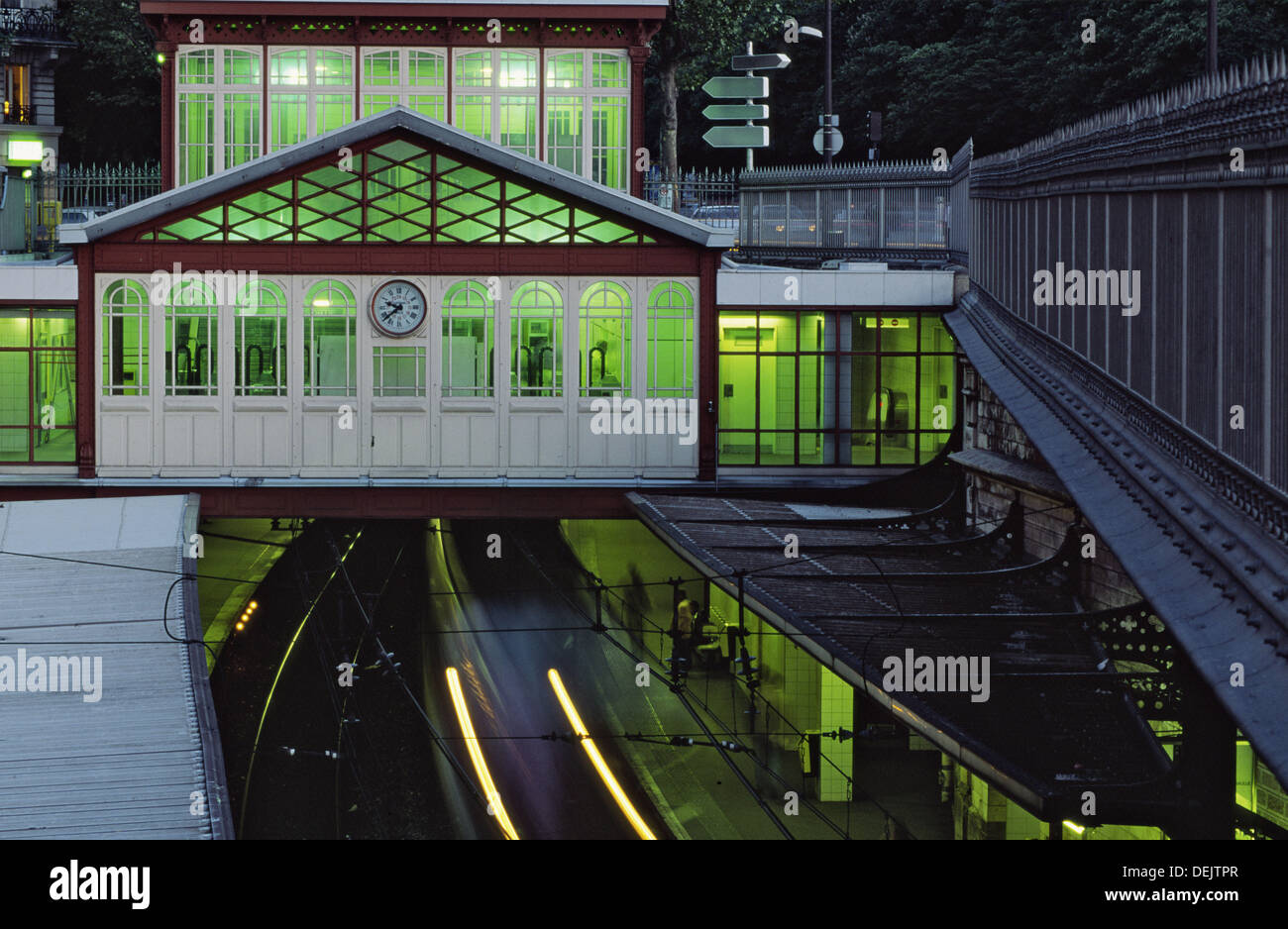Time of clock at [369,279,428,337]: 9:38
